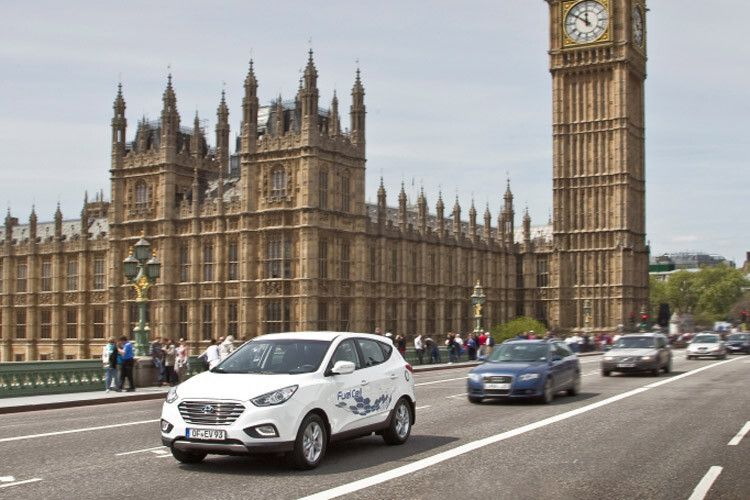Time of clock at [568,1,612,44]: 11:50
